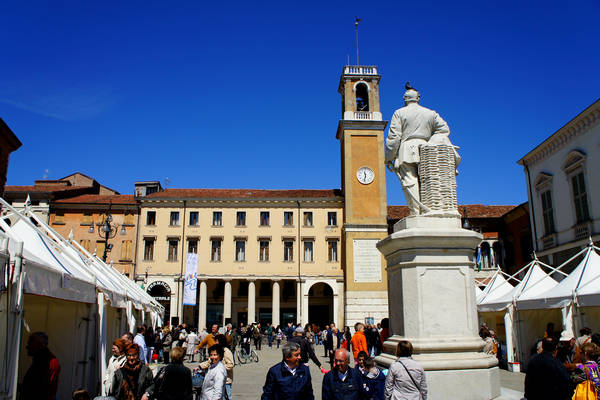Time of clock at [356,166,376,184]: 11:32
